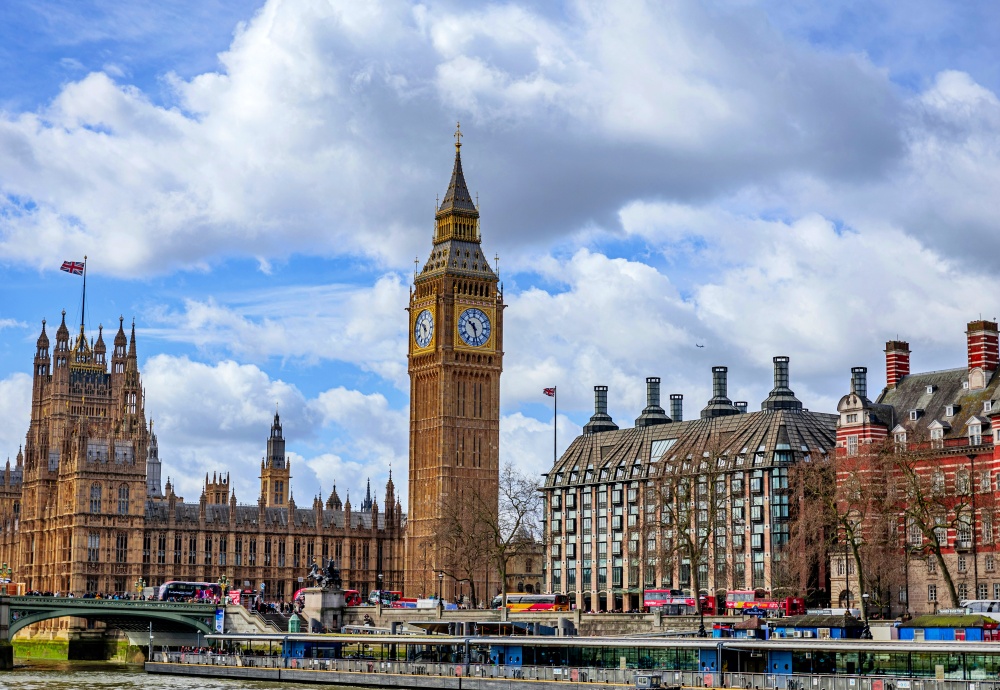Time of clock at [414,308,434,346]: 10:28
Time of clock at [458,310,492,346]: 10:28
